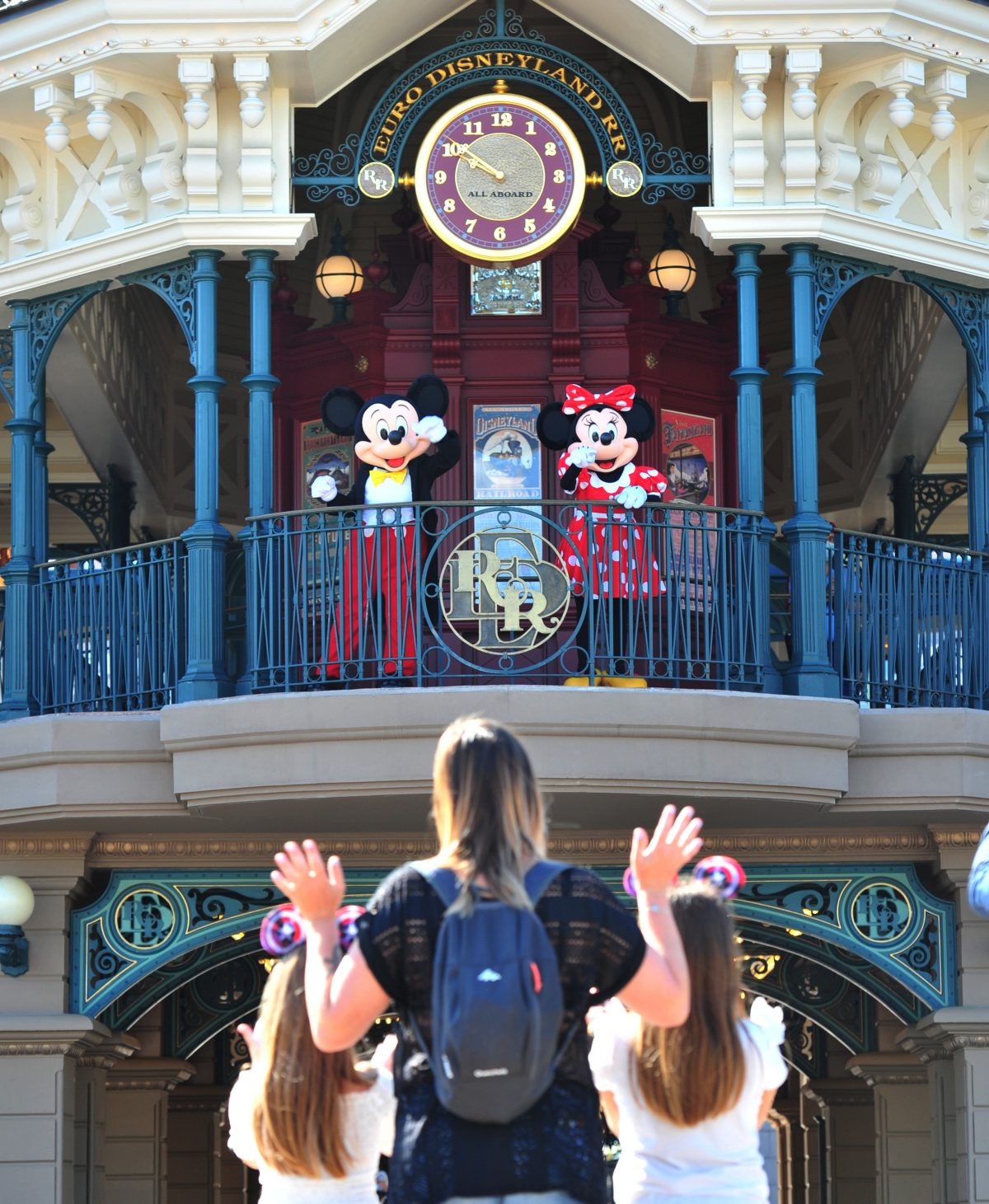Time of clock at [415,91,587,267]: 9:50
